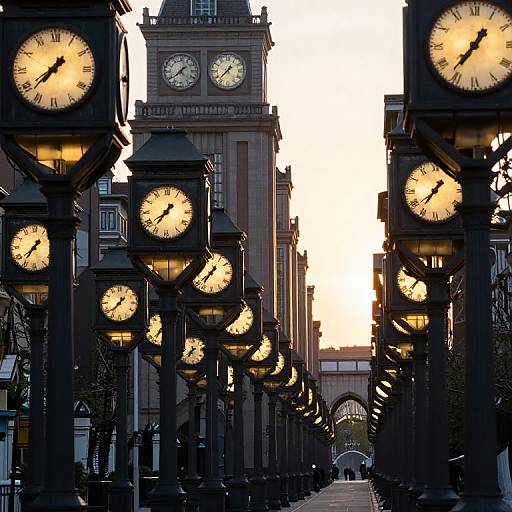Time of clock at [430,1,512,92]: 7:36
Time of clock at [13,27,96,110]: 7:37
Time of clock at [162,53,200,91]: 1:39
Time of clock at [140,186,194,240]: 7:36
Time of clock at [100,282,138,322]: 1:37
